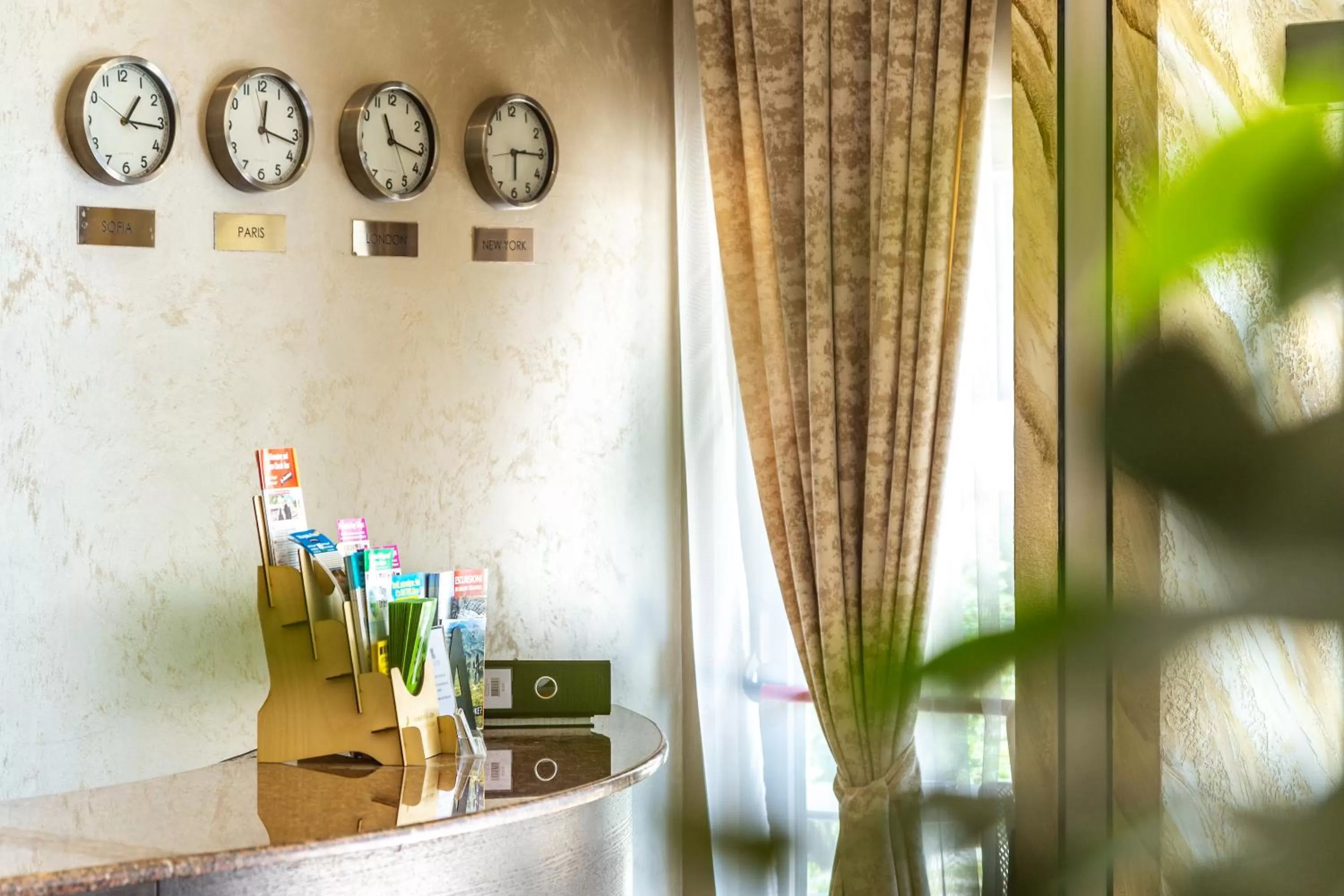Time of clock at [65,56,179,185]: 1:16
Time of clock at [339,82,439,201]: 11:16
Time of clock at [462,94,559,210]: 6:15
